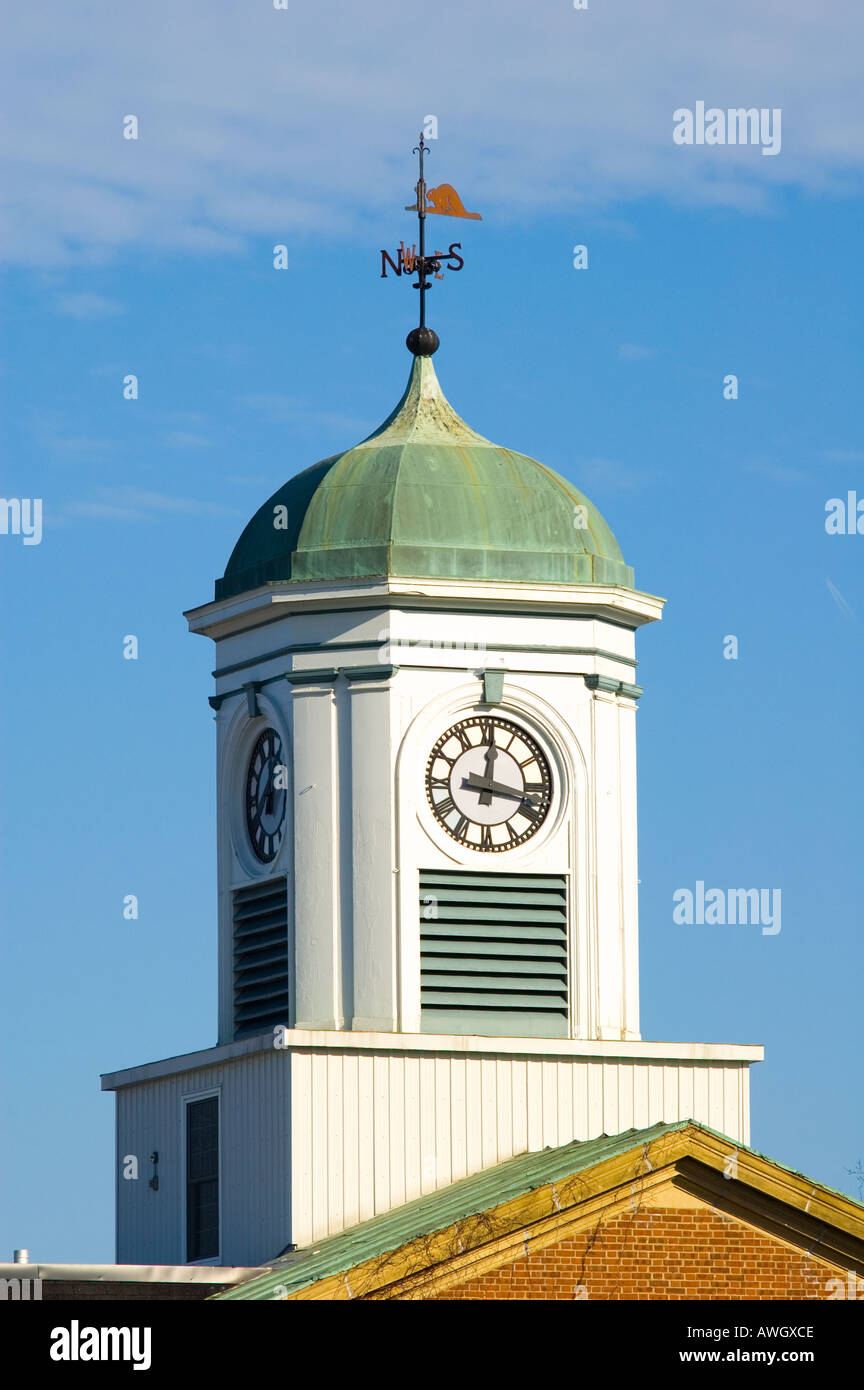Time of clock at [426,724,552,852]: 12:17
